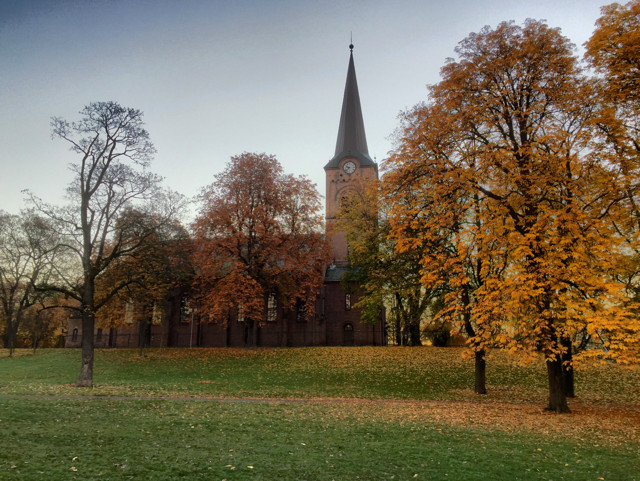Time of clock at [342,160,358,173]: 9:38
